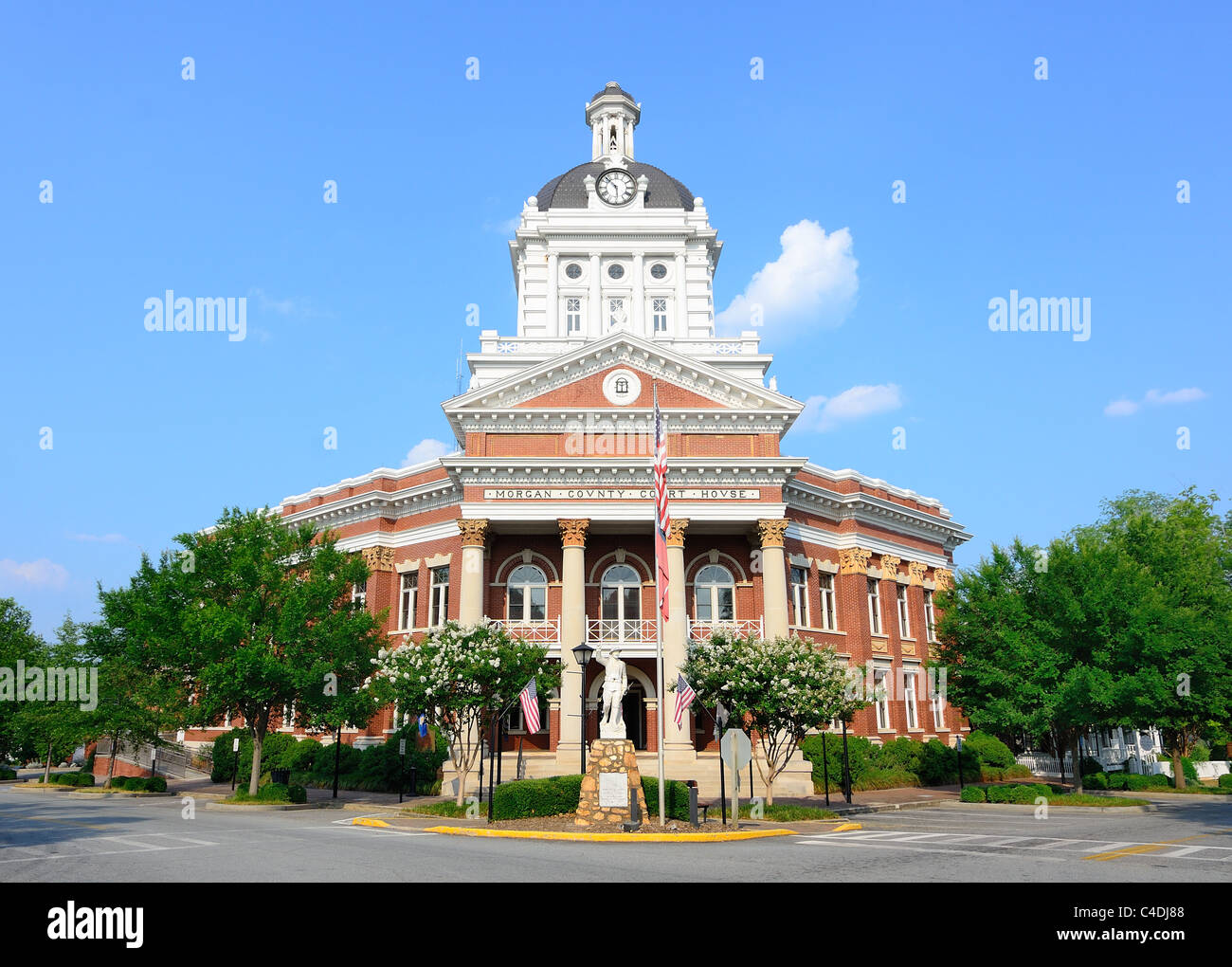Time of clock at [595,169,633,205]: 5:52
